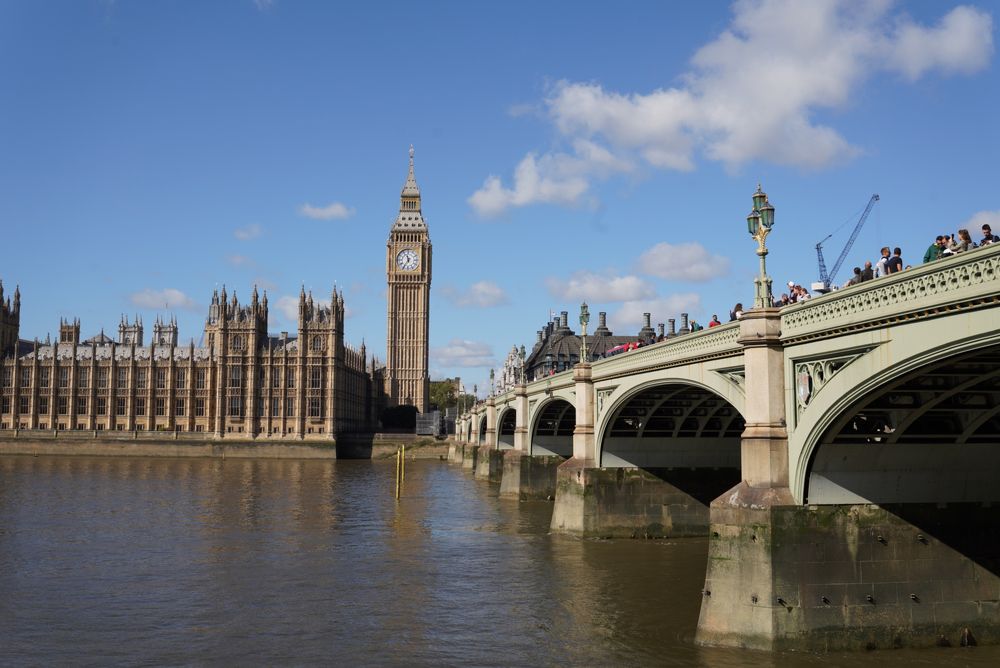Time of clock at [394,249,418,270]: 11:35
